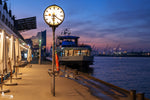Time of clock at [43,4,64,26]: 6:20
